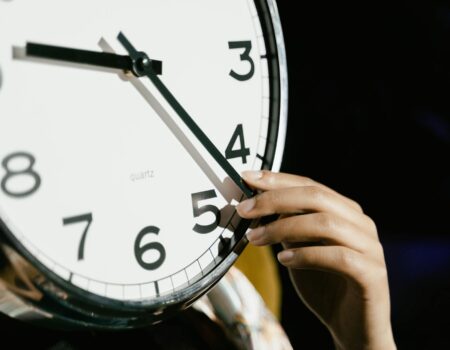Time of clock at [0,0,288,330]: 9:22
